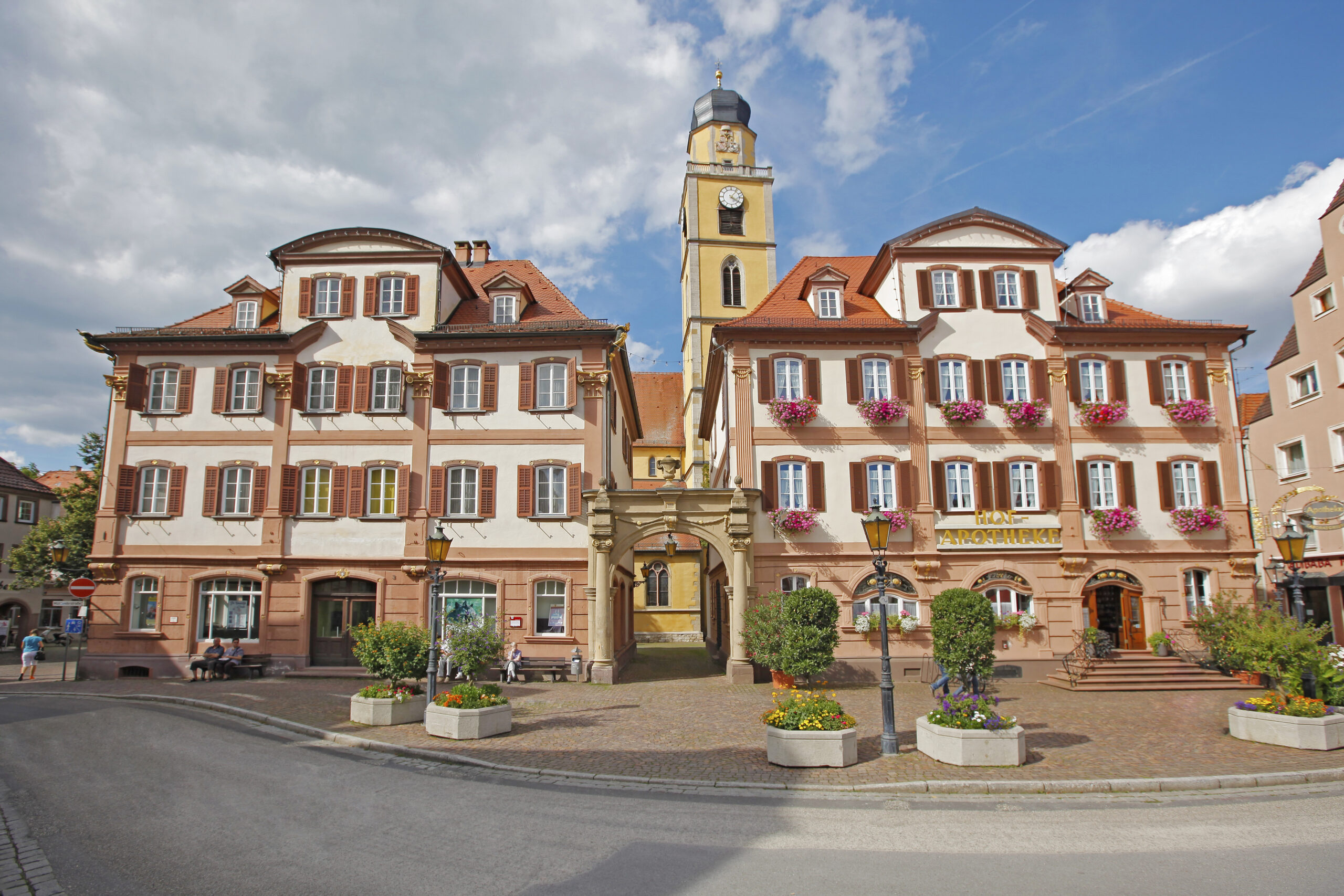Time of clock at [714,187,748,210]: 4:06
